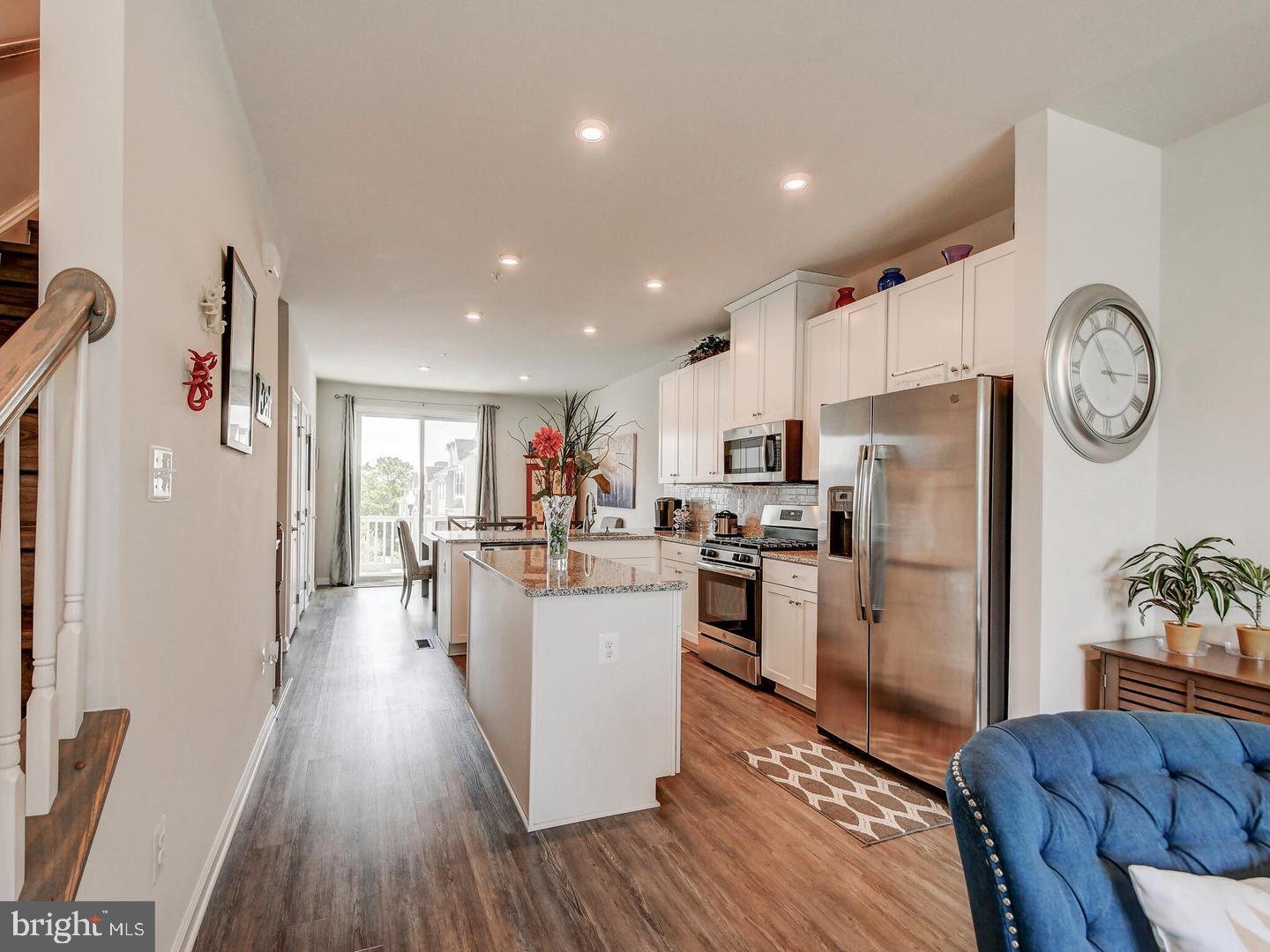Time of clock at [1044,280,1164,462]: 2:54
